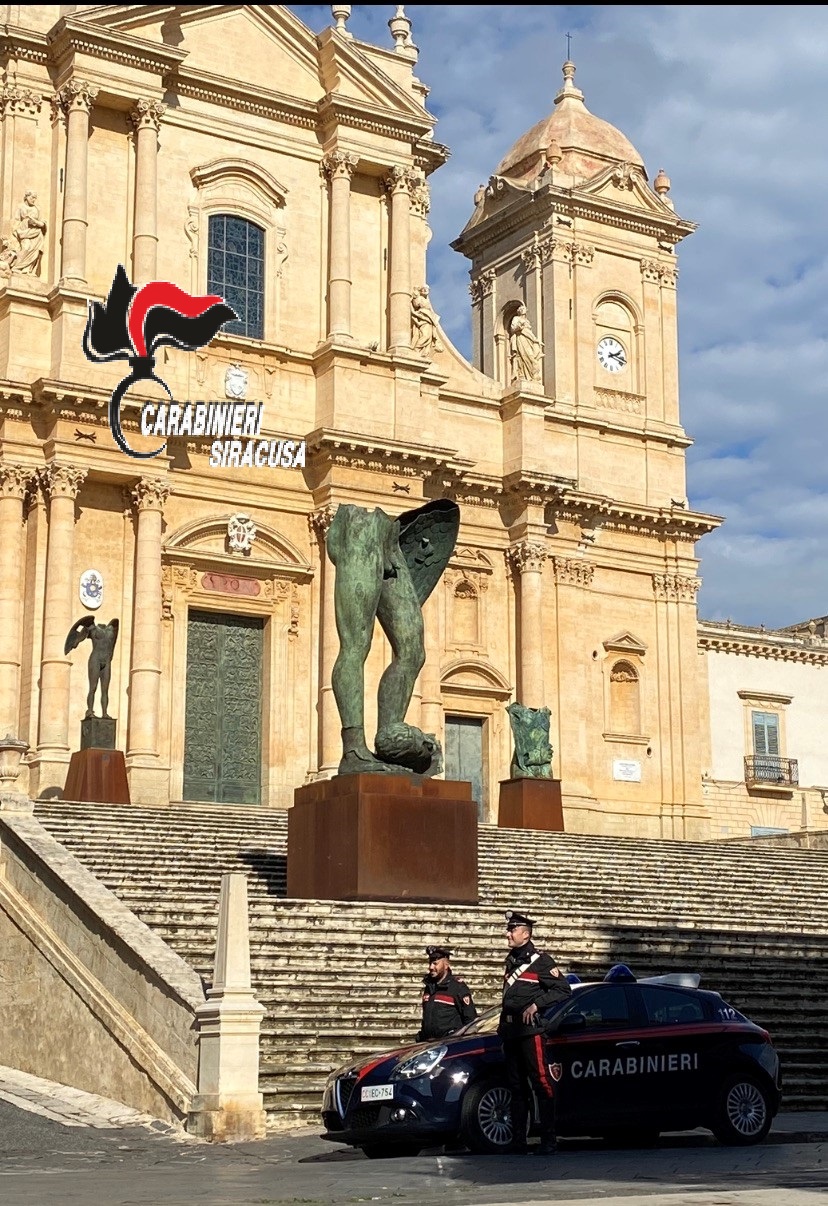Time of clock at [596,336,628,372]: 2:18
